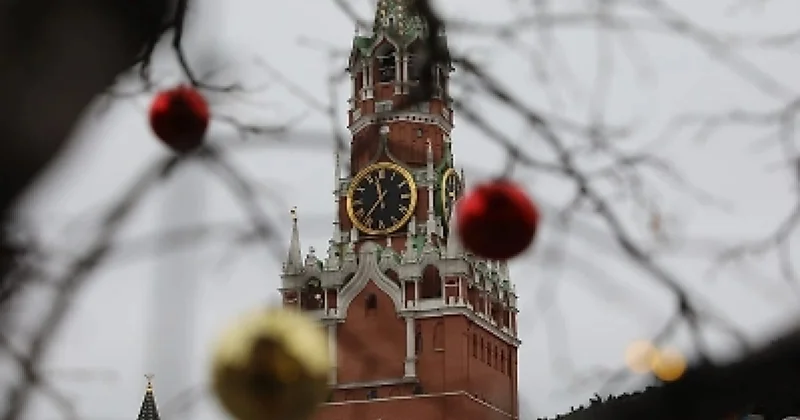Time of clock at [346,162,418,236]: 11:36
